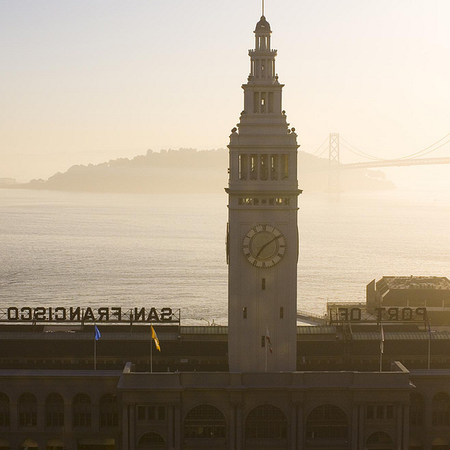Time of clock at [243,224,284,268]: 7:09
